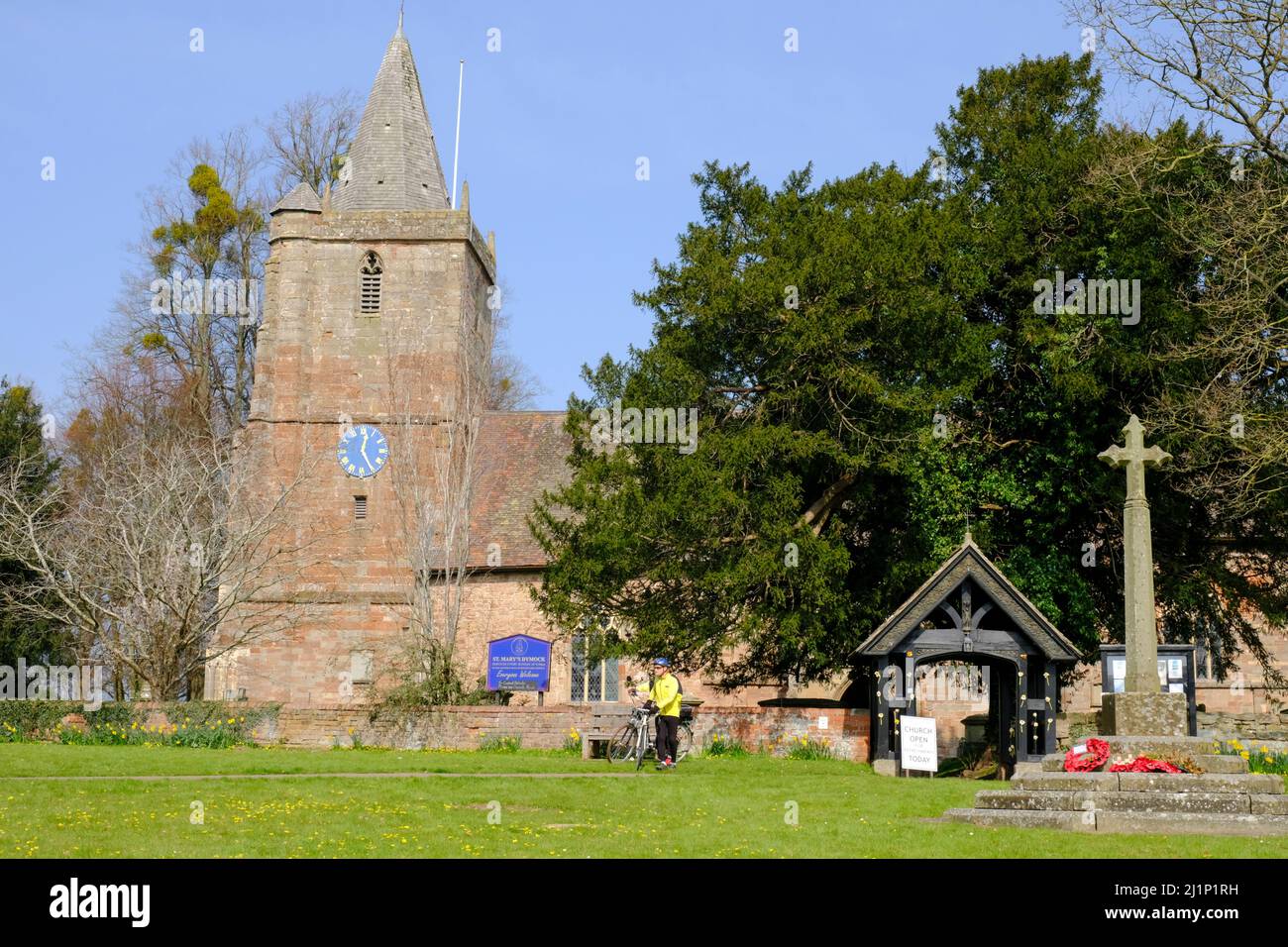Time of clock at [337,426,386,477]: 12:25
